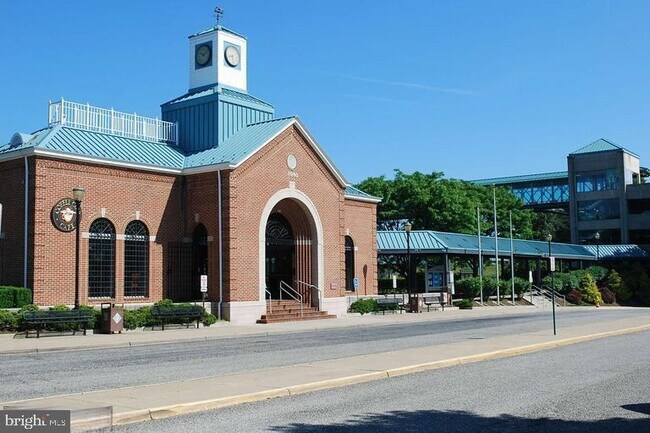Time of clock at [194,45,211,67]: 10:07
